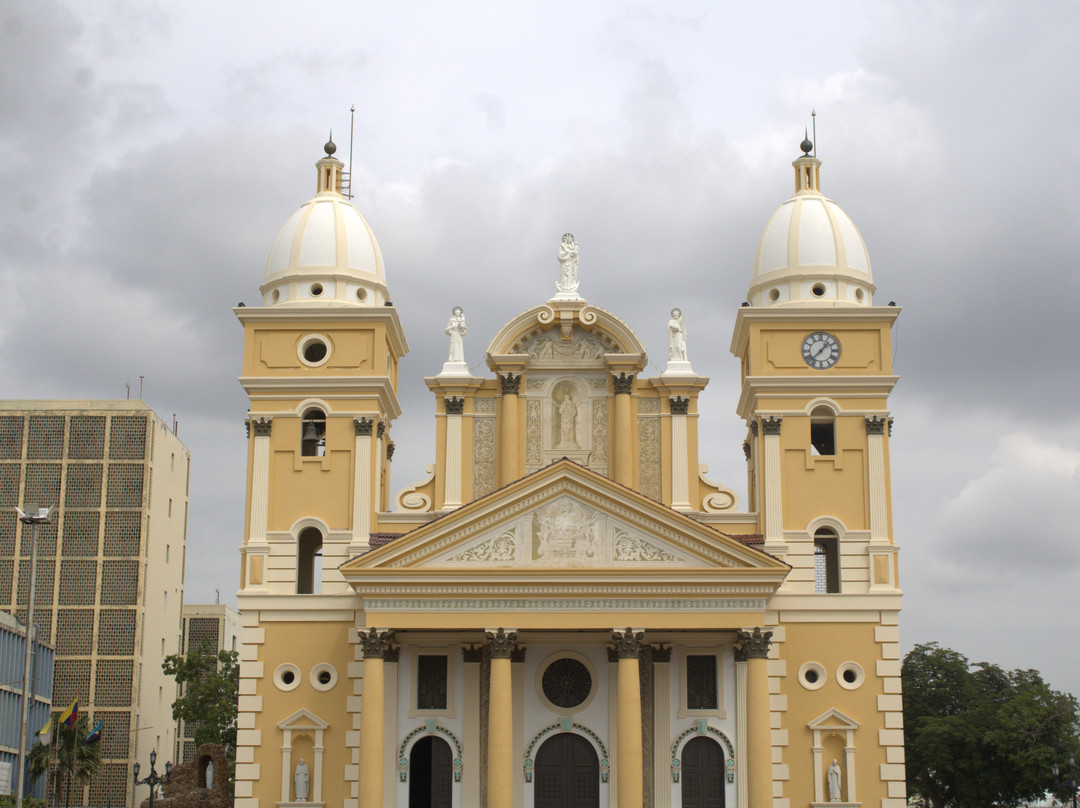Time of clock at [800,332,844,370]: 1:37
